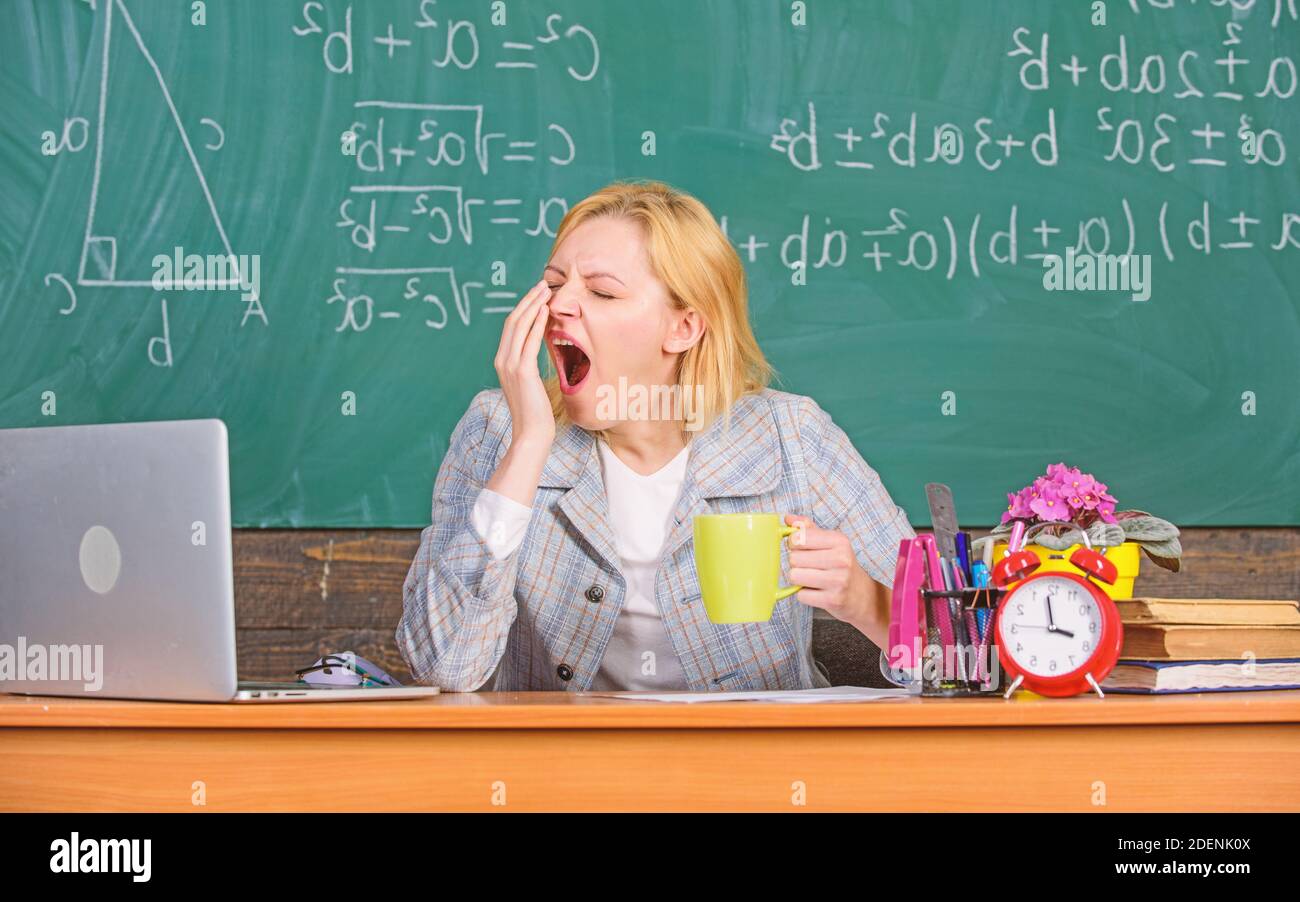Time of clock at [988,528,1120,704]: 3:58
